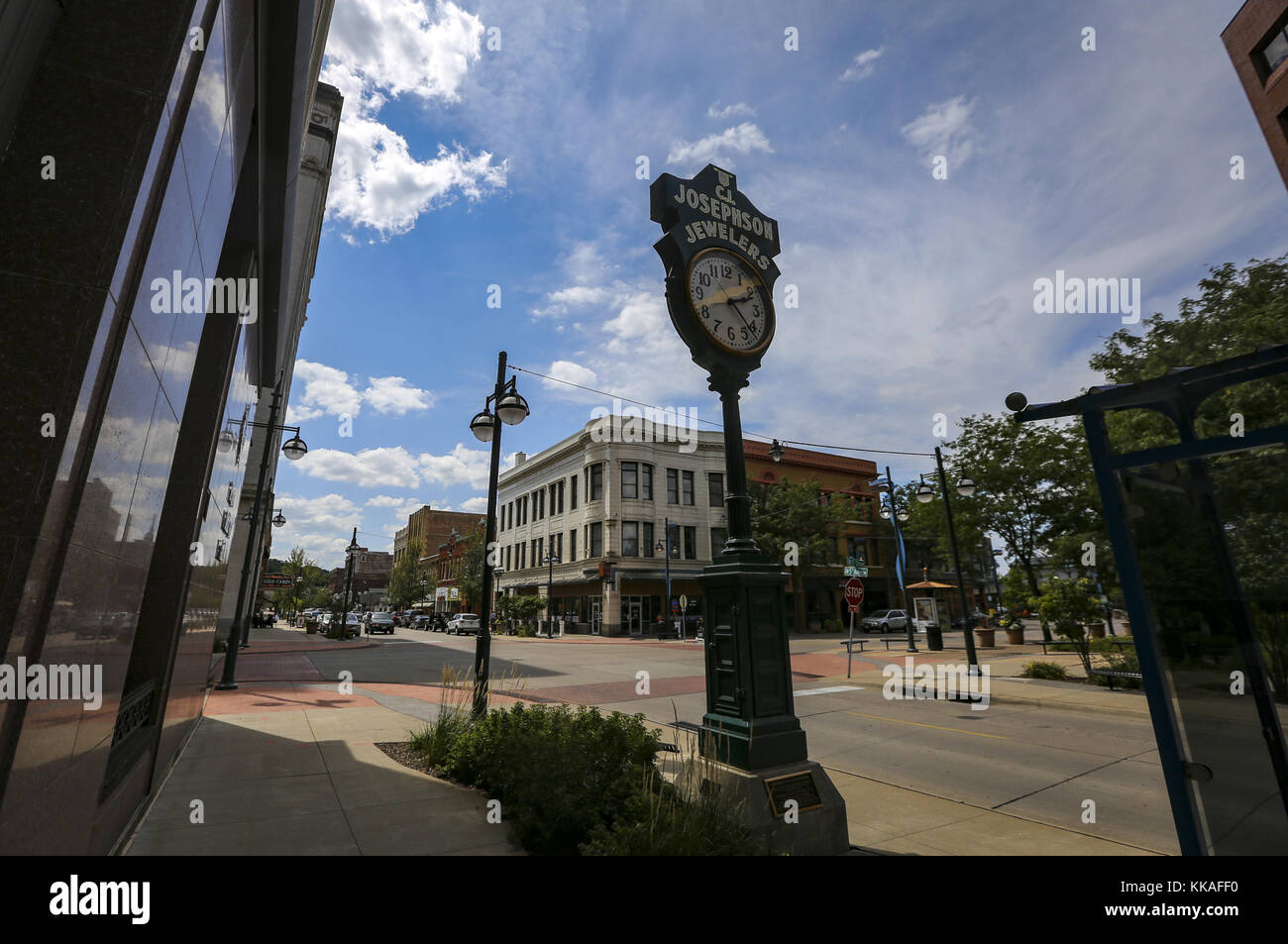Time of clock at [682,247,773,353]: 2:22
